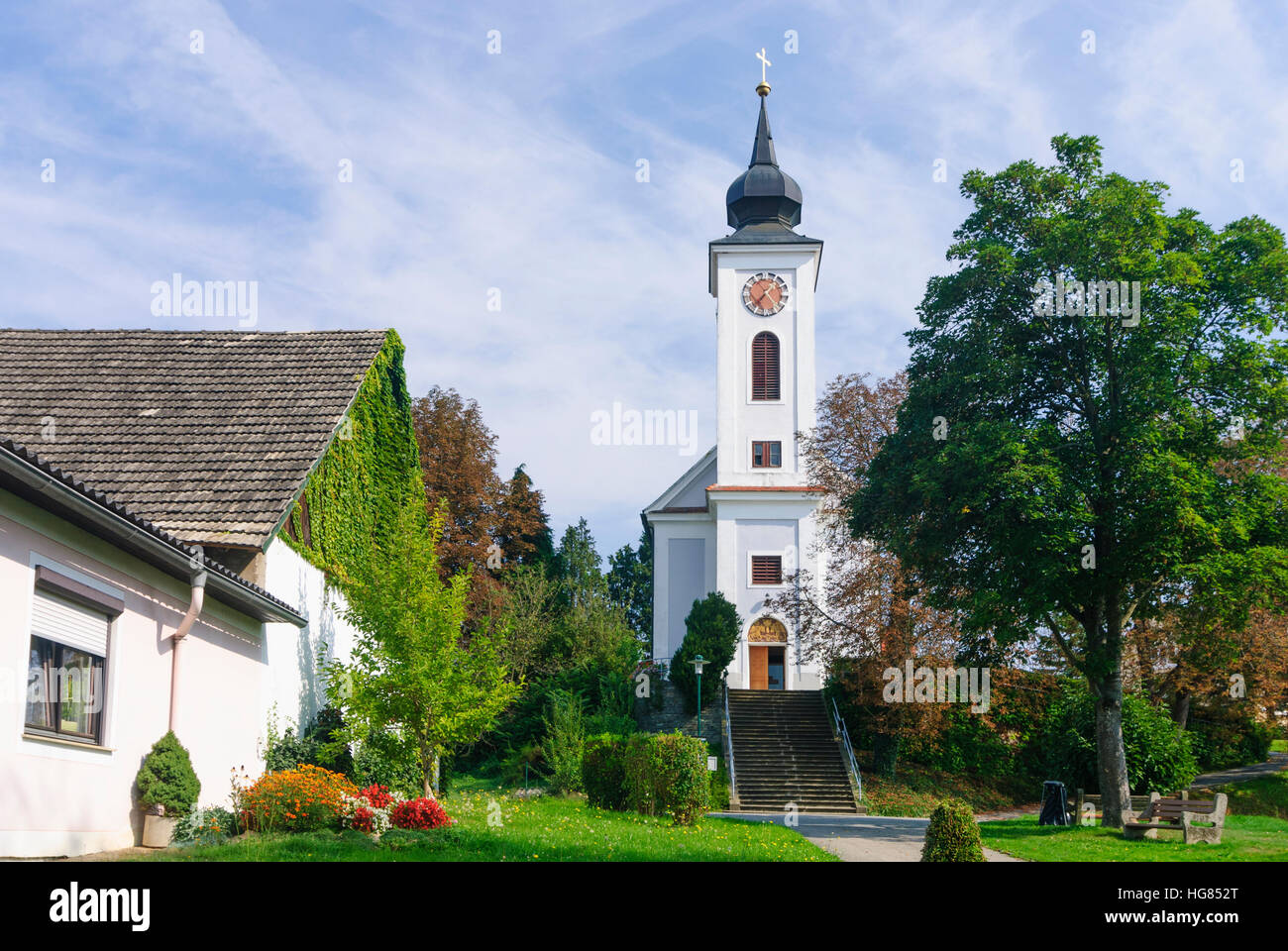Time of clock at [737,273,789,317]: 7:22
